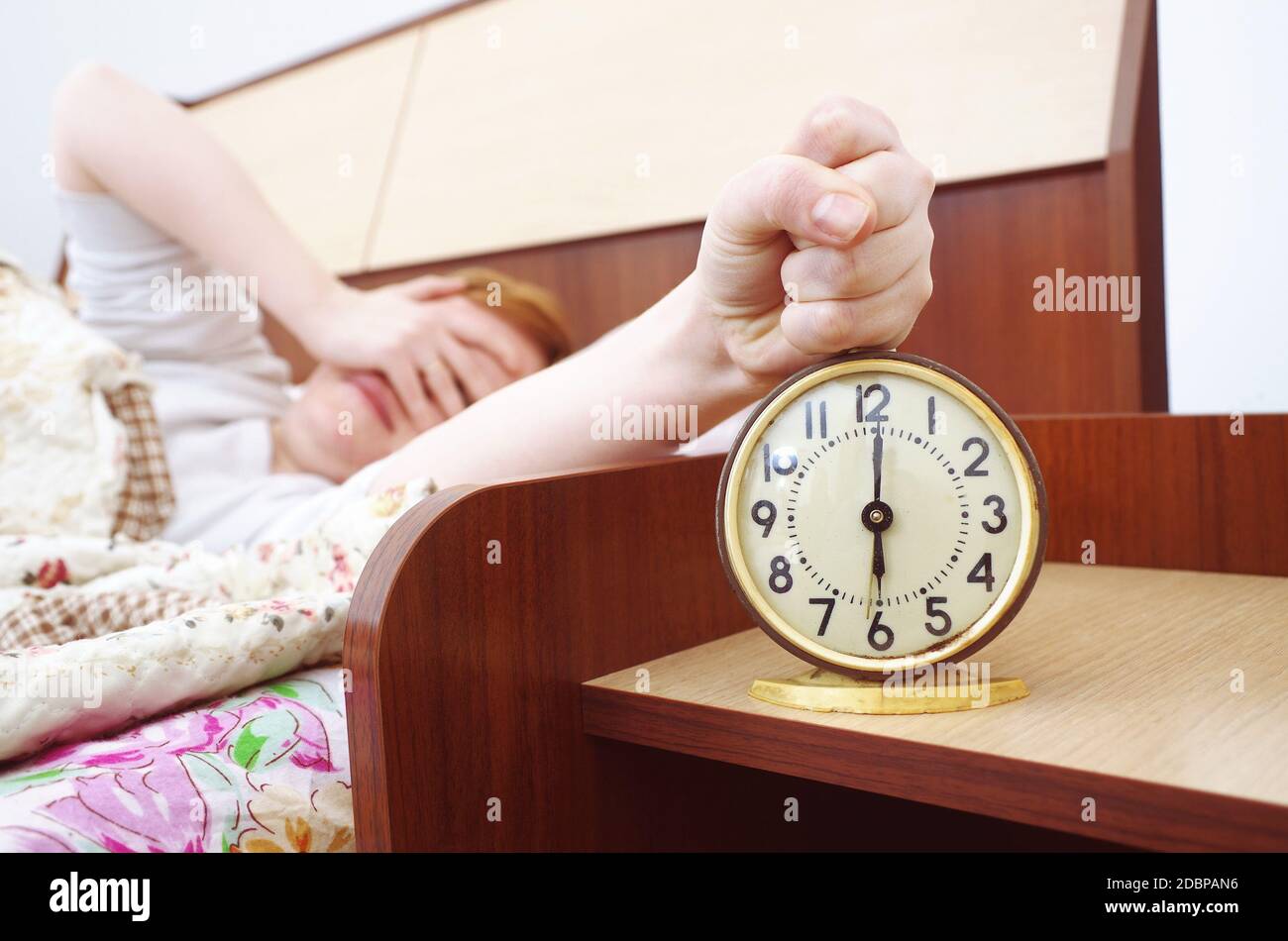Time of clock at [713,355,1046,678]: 6:00
